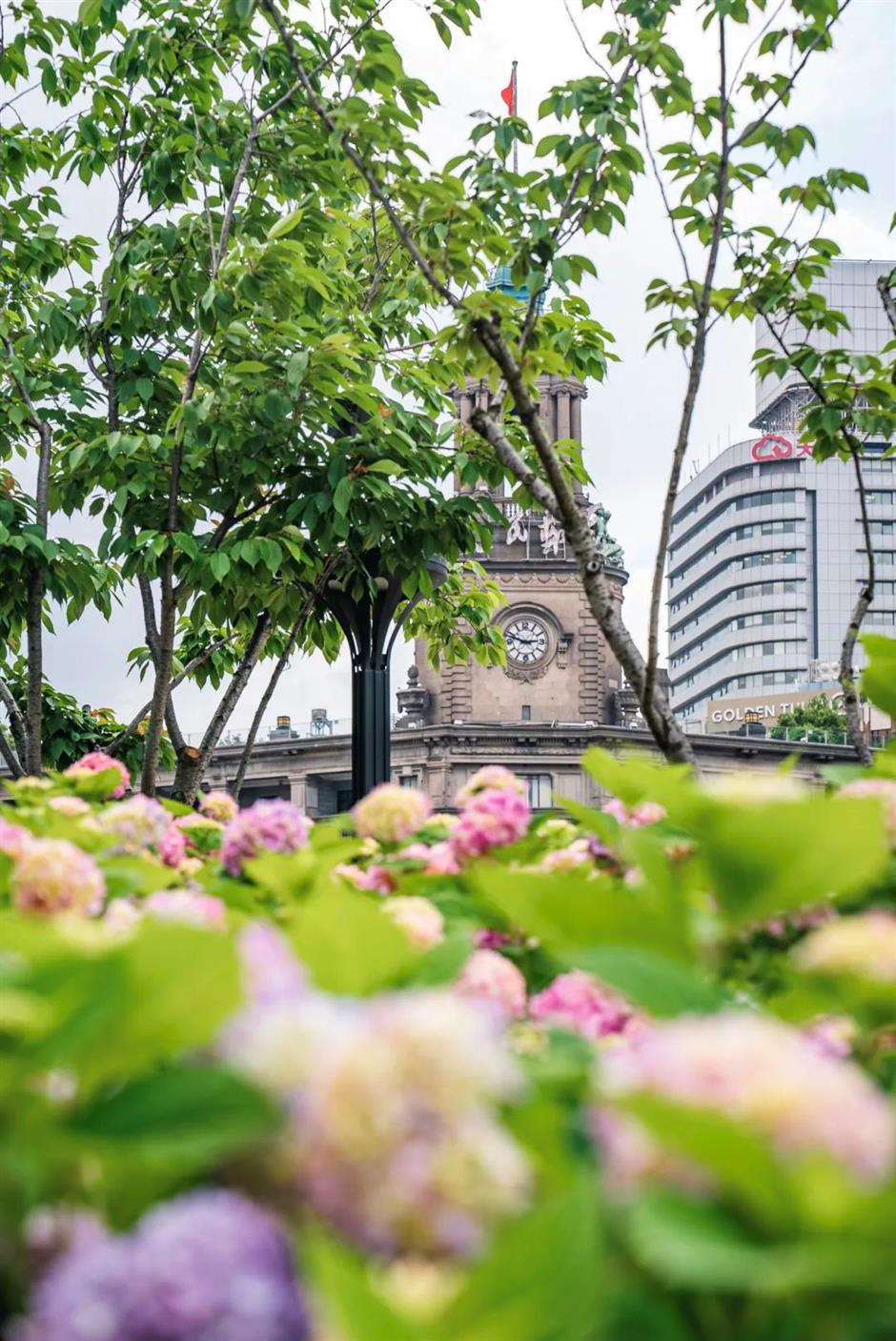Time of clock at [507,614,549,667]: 2:48
